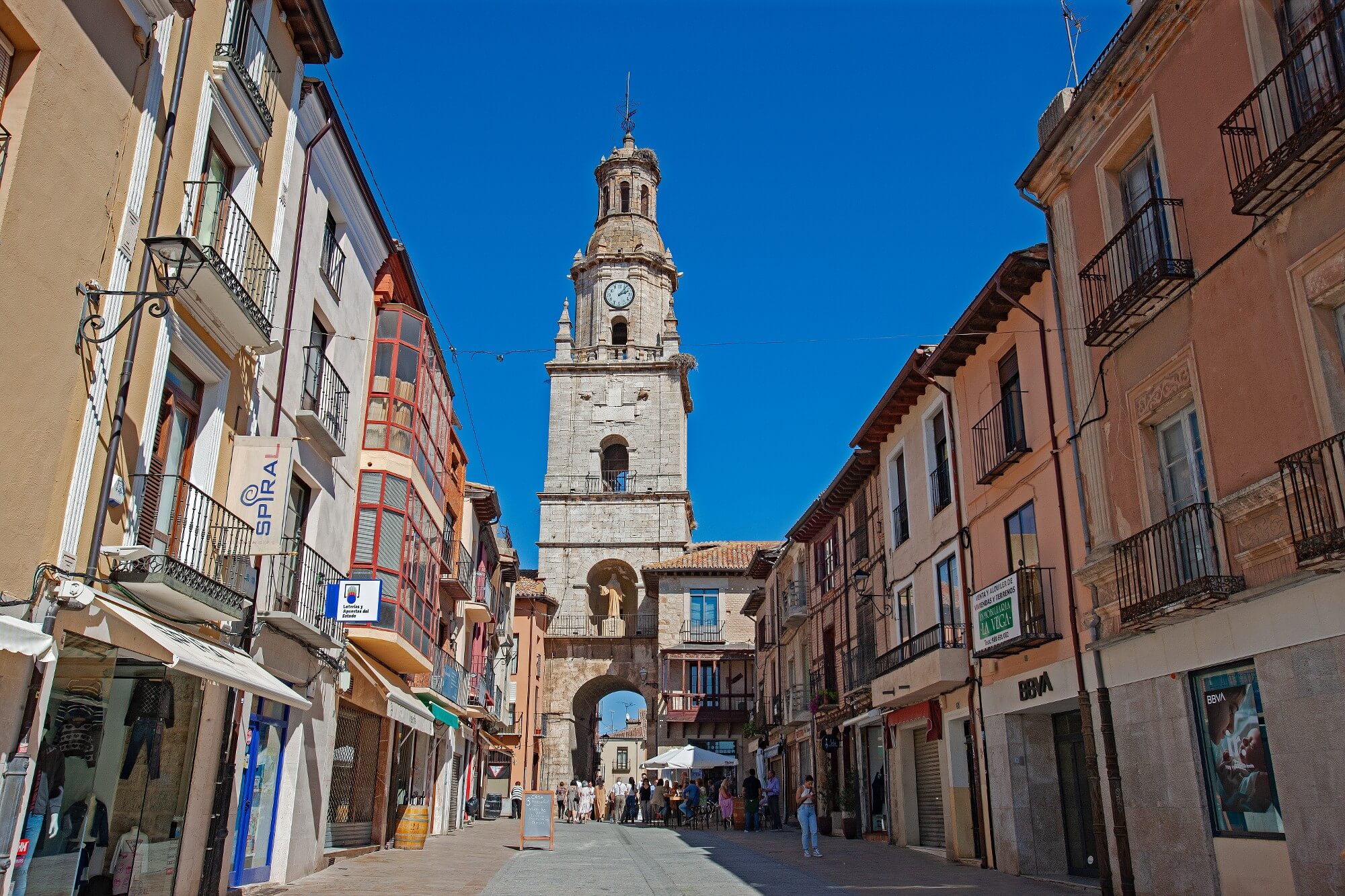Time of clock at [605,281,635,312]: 2:06
